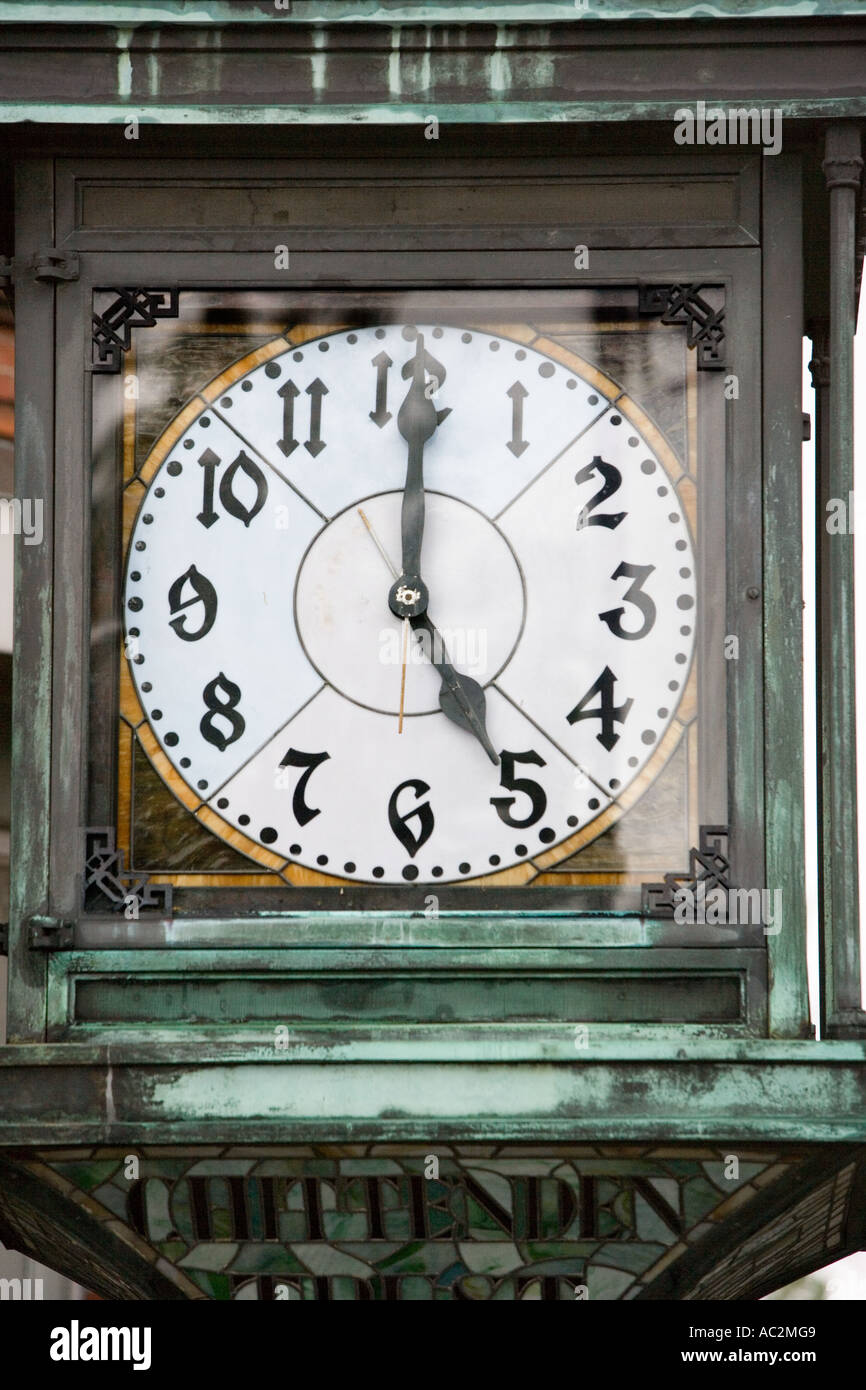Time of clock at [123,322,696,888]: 5:00
